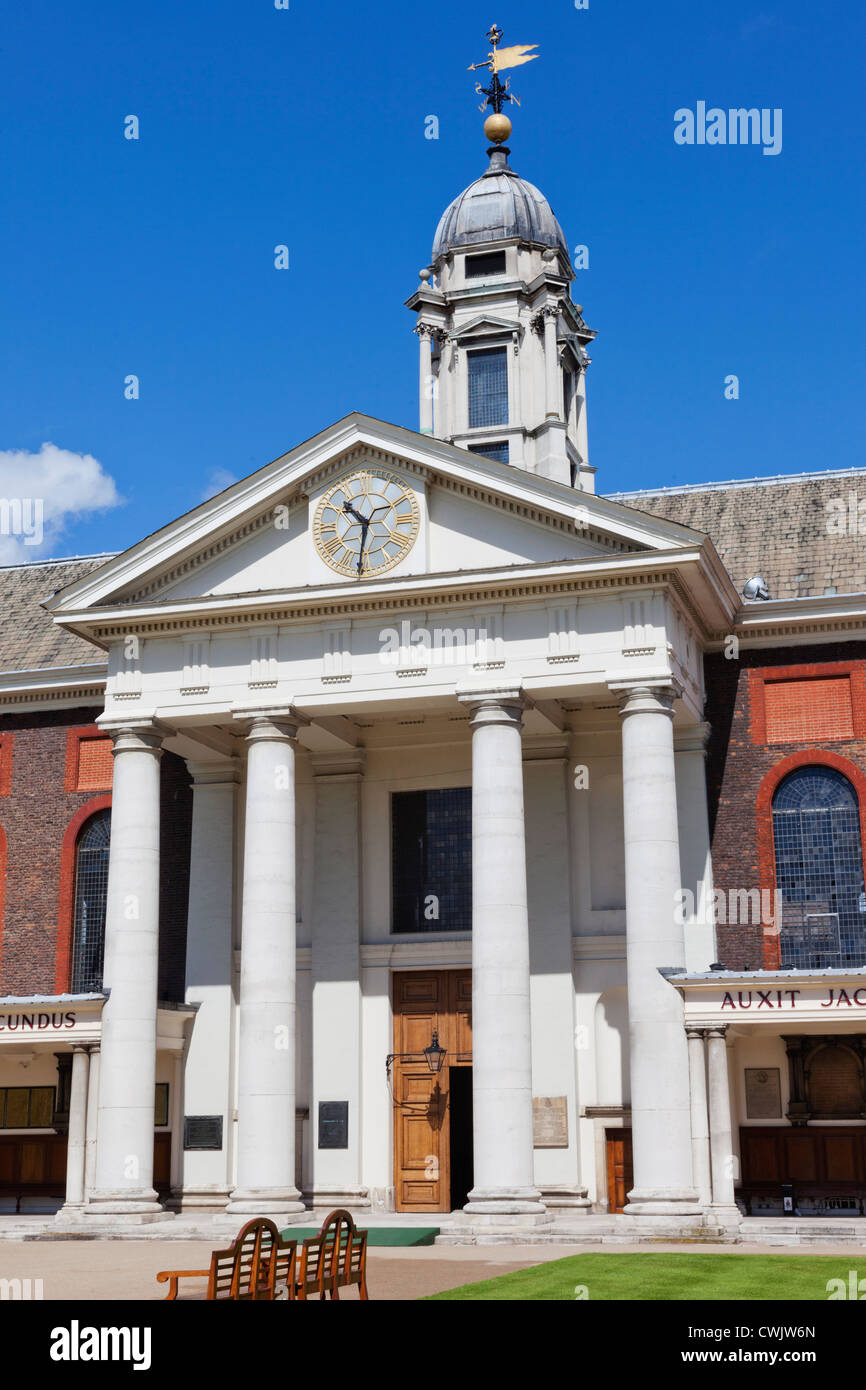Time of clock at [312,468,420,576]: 10:31
